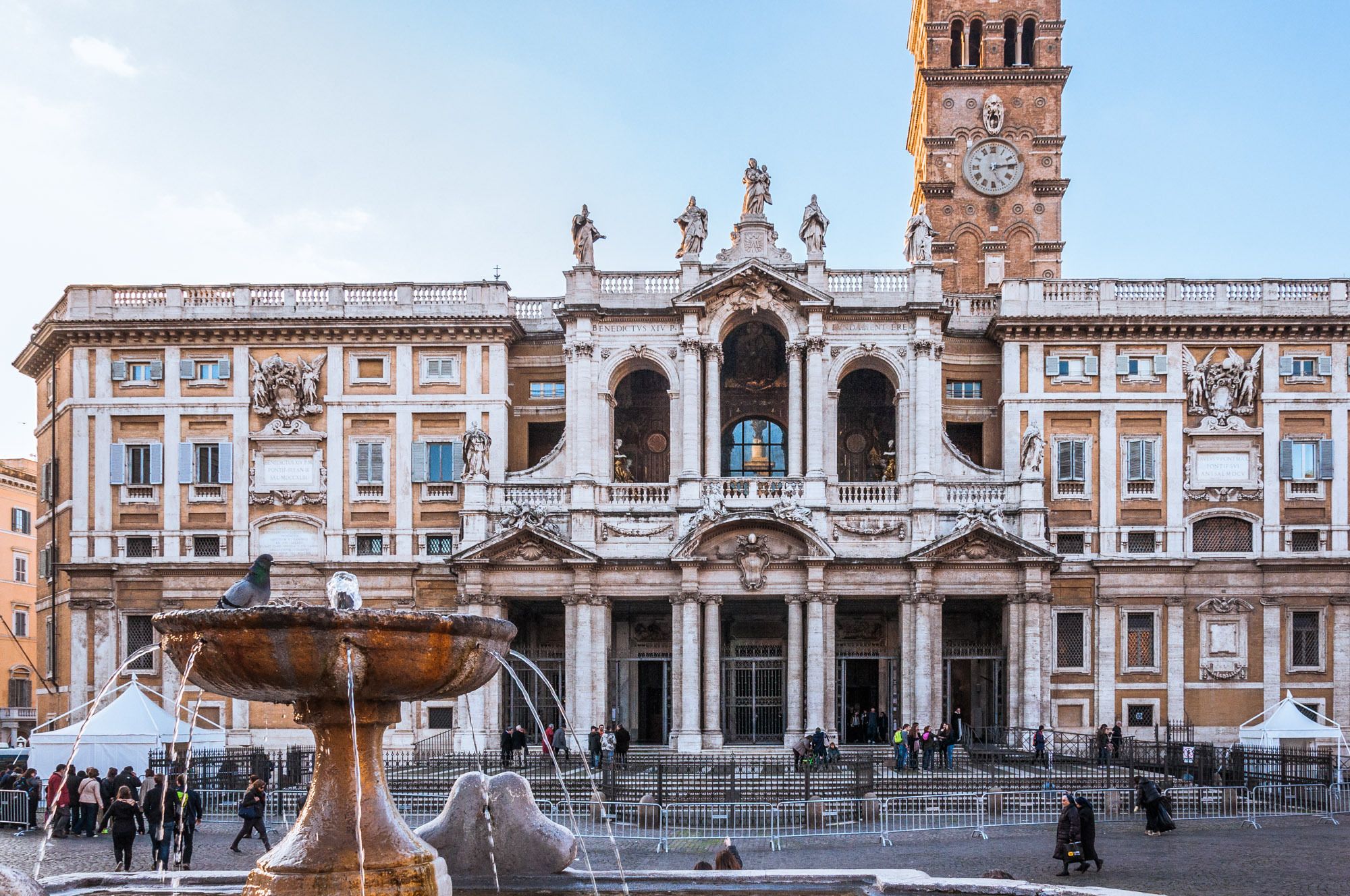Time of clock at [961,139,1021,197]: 5:13
